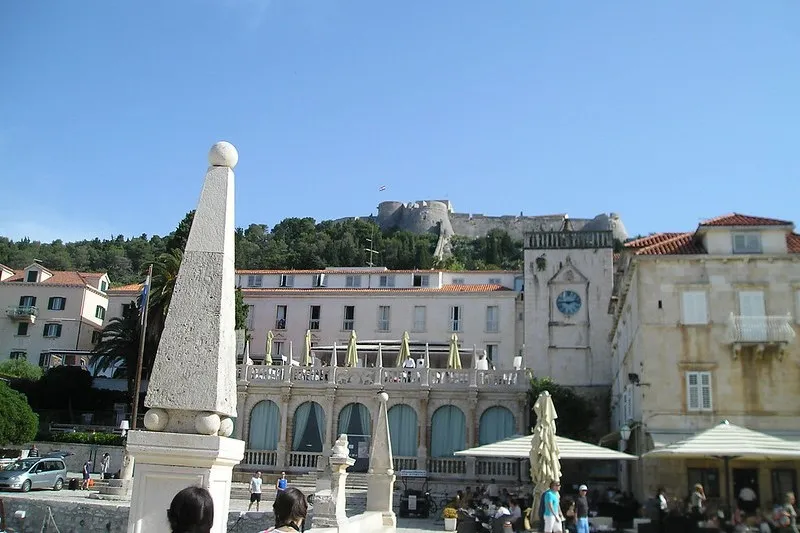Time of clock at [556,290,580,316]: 9:12
